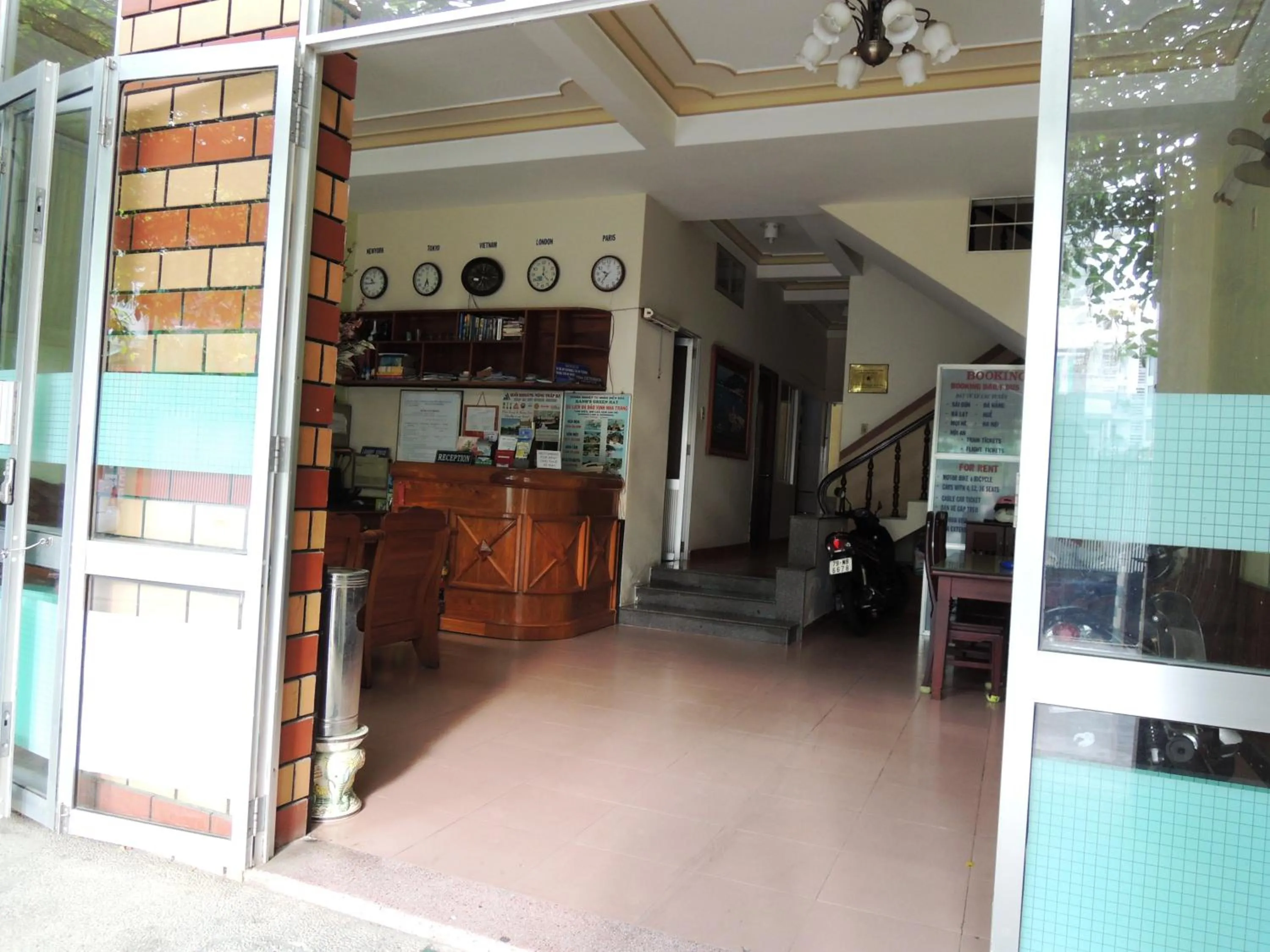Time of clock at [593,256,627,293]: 9:36
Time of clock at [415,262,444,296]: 5:33
